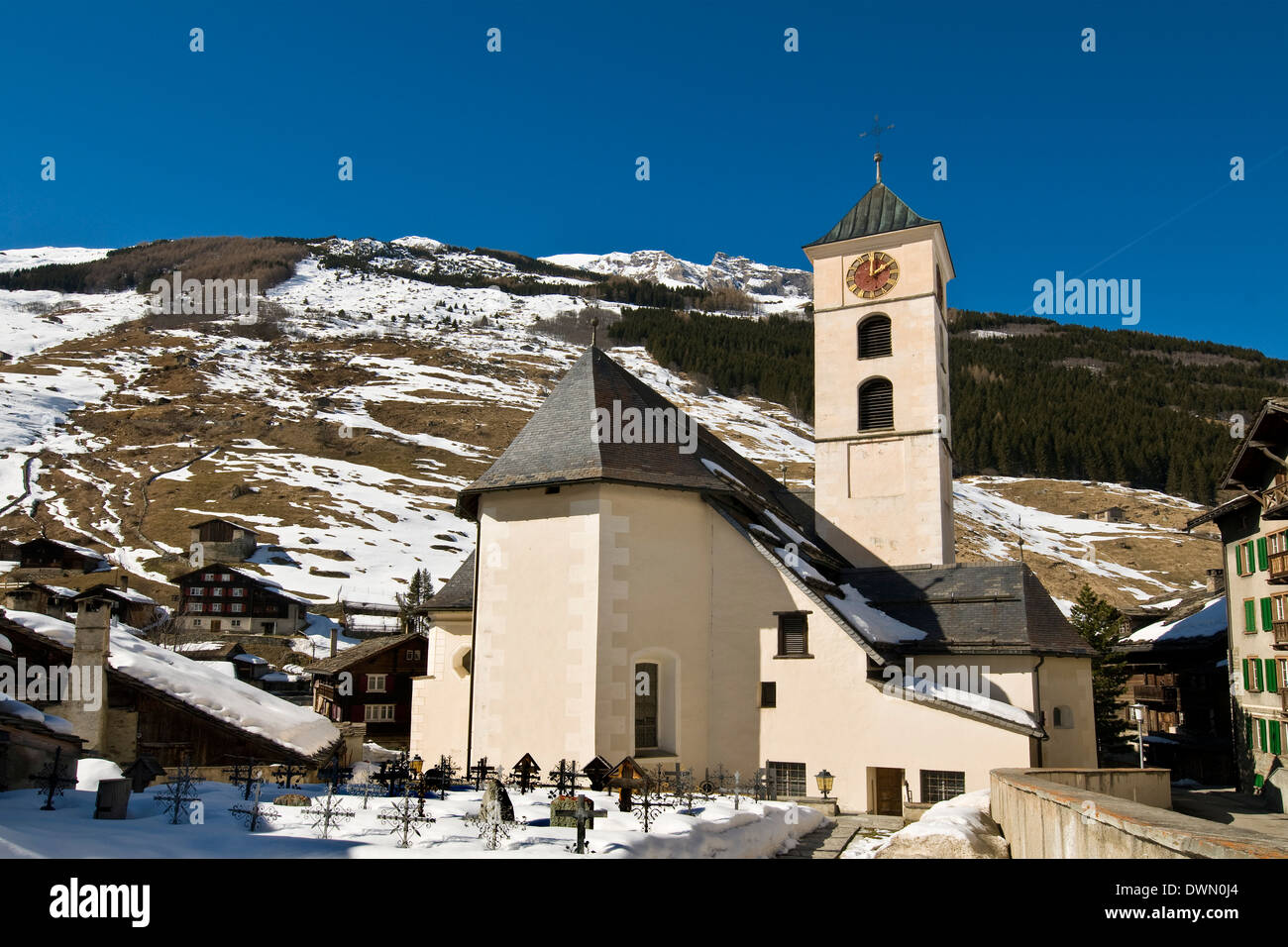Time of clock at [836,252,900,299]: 2:00
